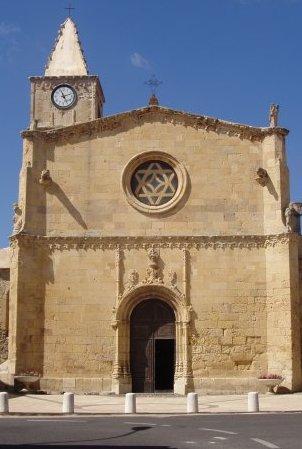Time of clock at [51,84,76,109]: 11:12
